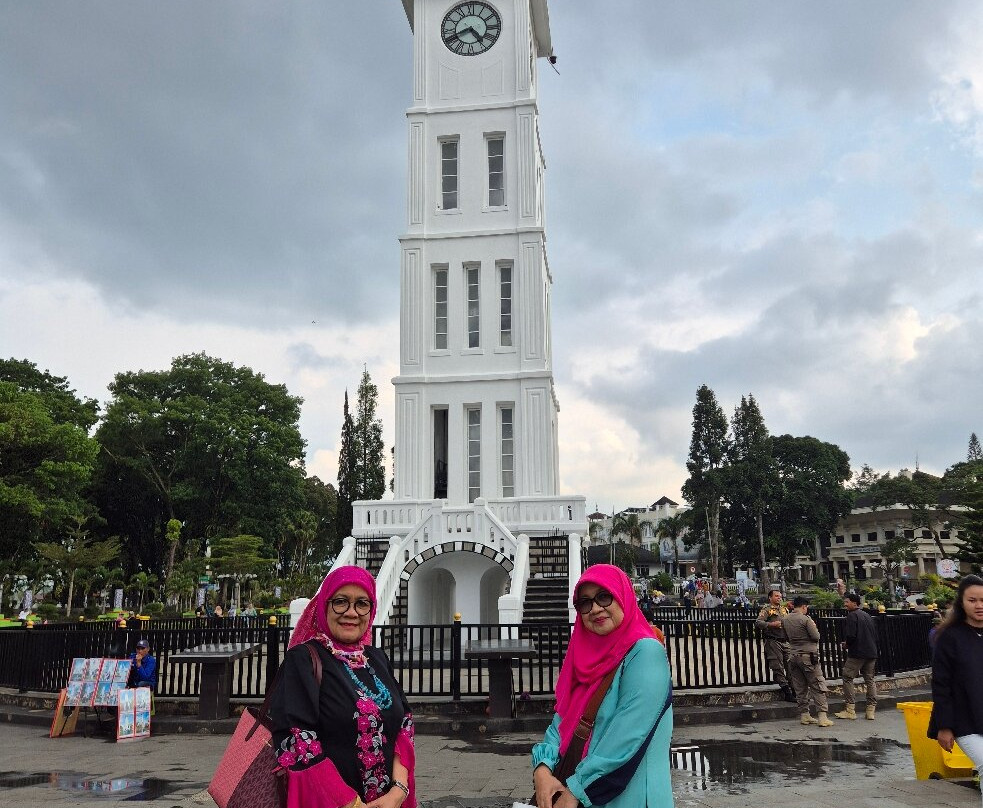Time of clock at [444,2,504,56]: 4:41
